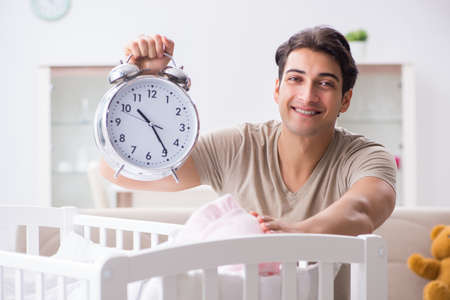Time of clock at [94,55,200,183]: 10:24
